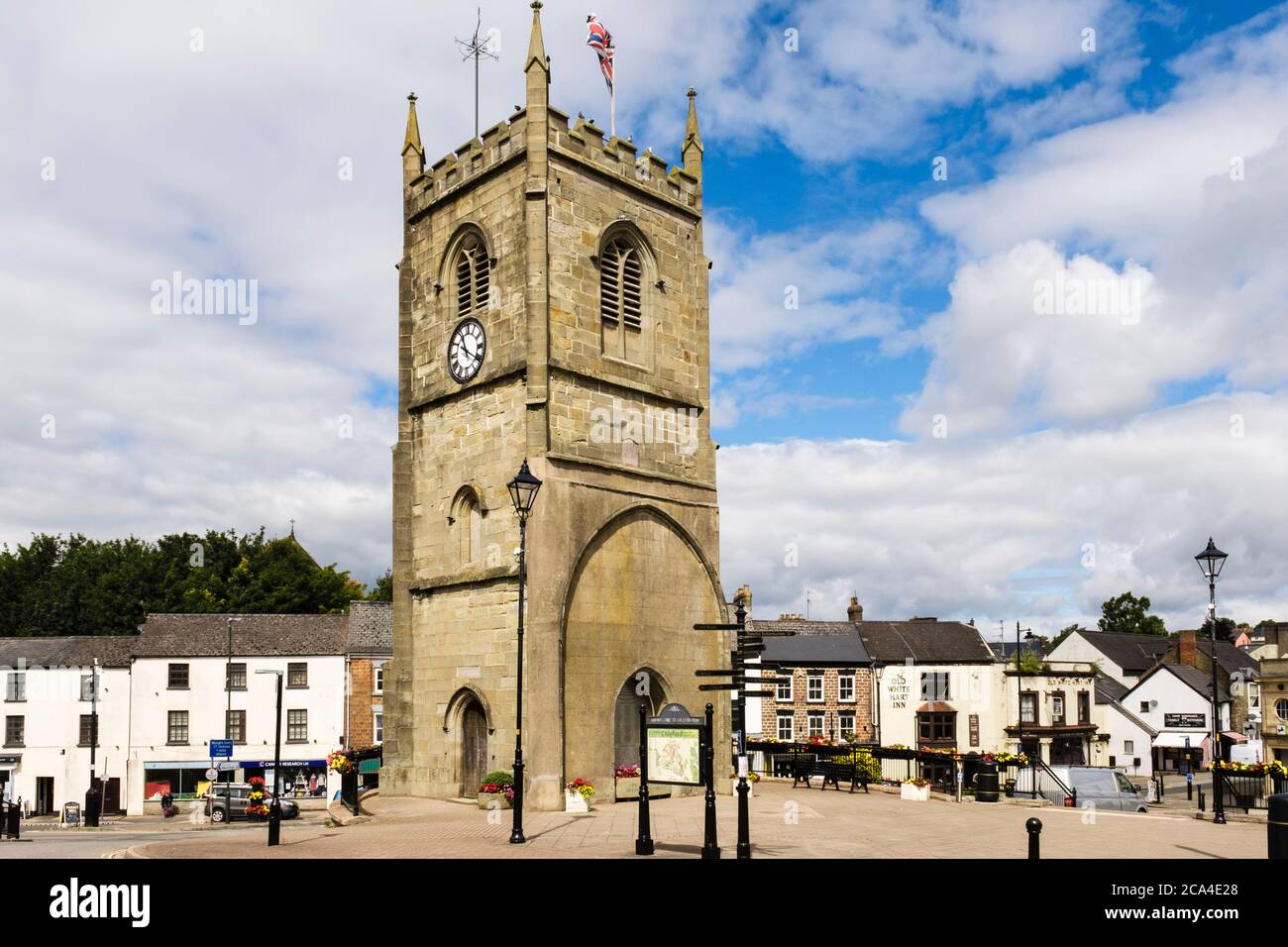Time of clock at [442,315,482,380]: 11:20
